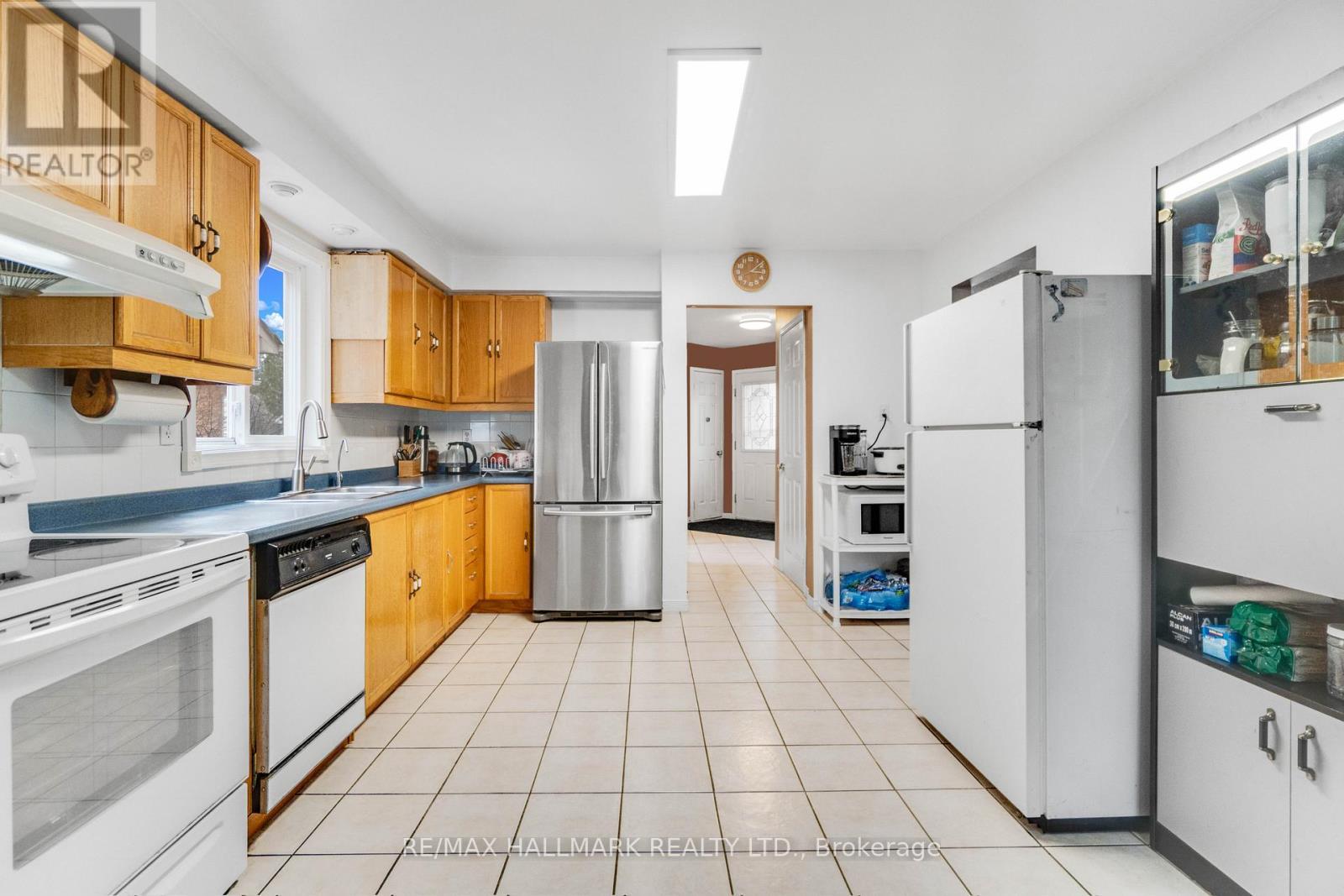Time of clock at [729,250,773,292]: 3:08
